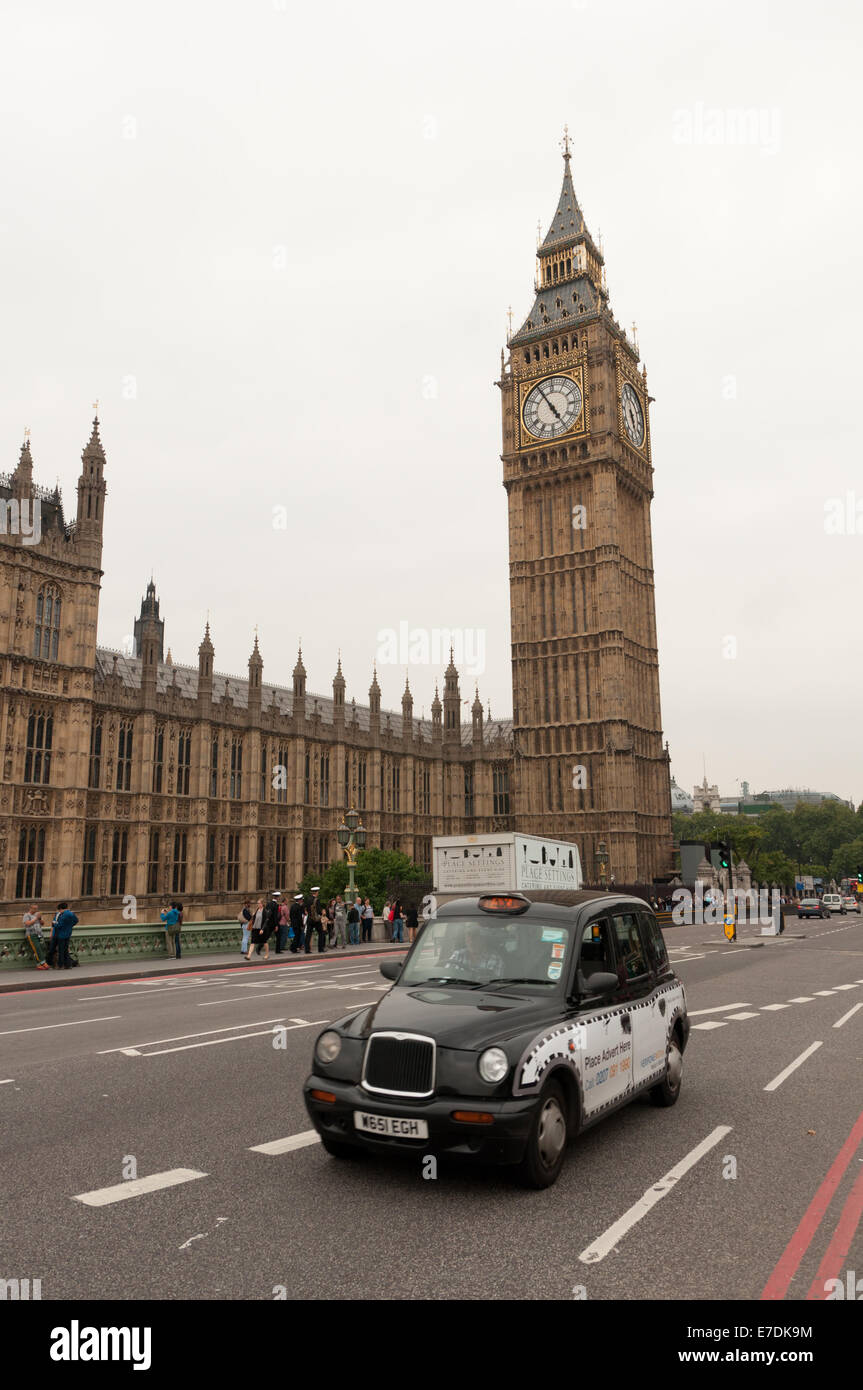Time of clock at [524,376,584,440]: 4:54
